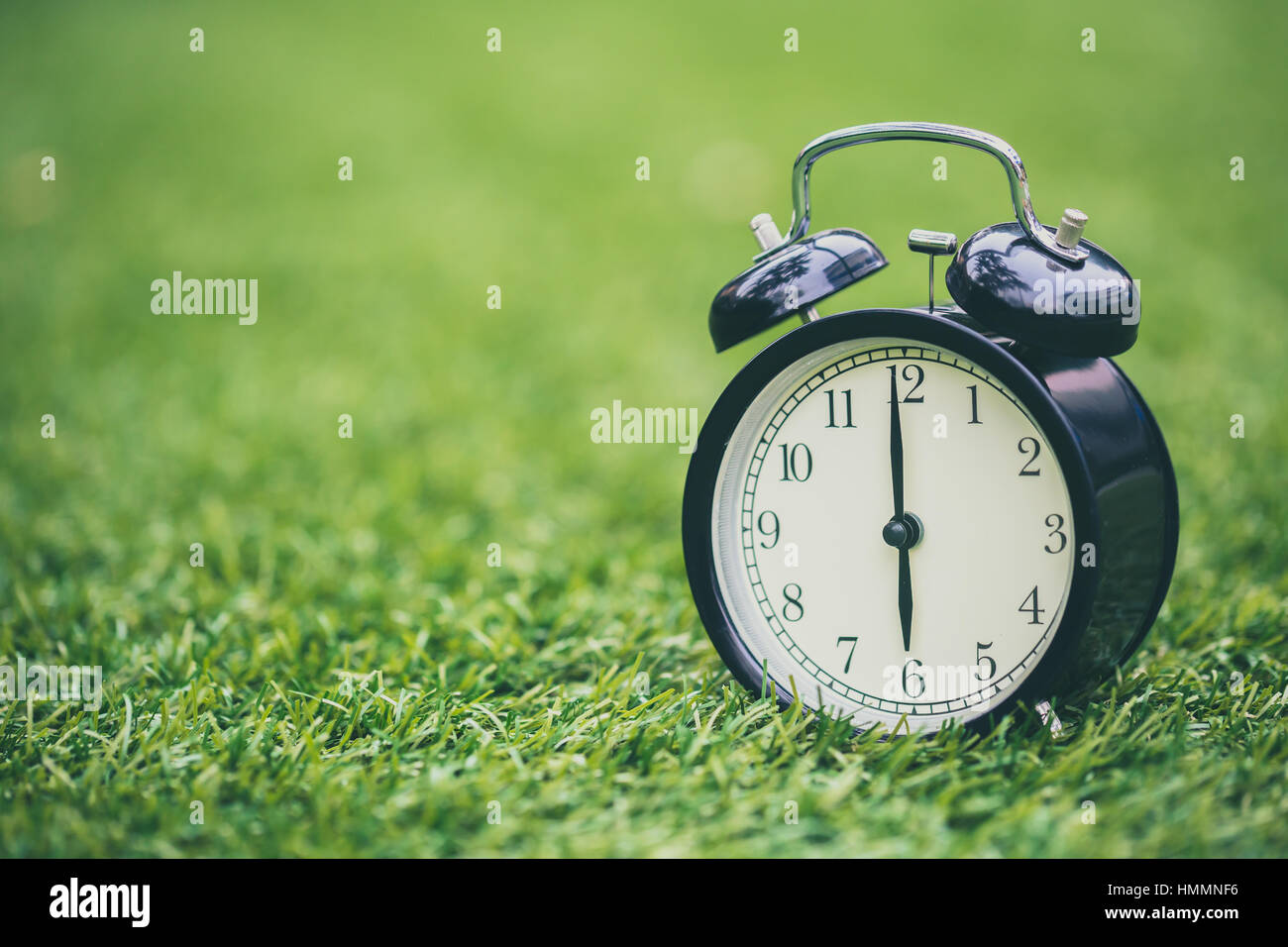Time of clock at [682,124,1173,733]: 5:59
